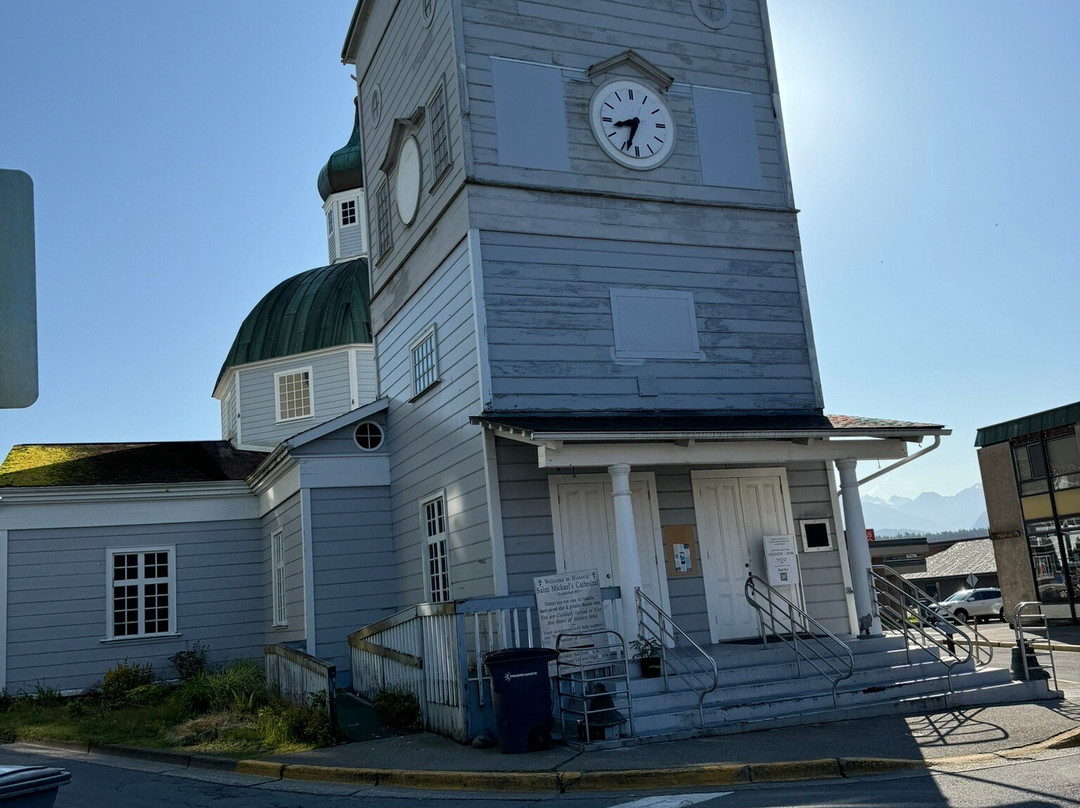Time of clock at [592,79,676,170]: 8:33
